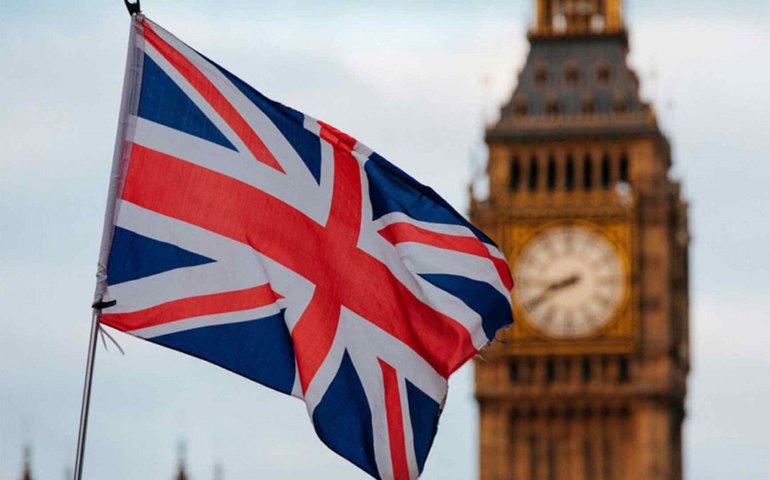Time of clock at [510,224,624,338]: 8:40
